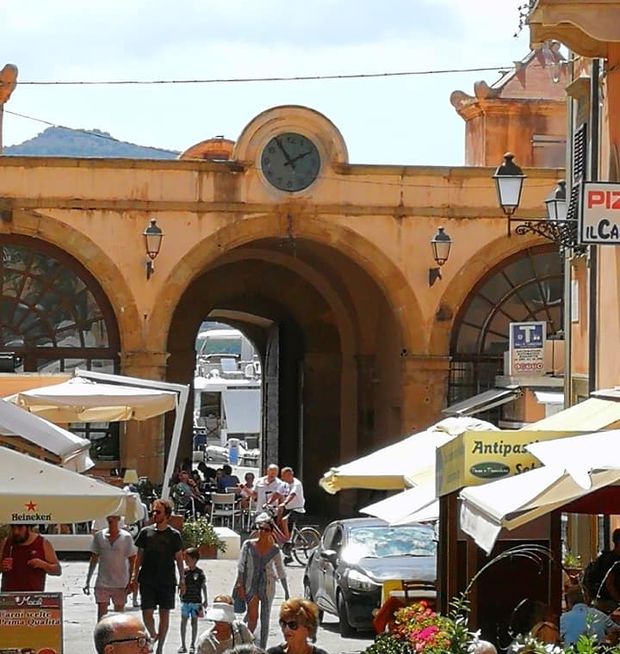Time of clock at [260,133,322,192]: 1:54
